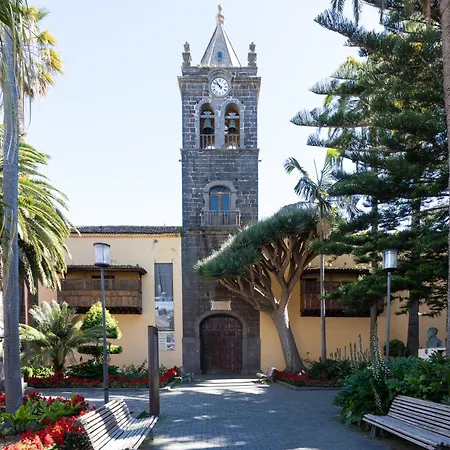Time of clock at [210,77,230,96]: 10:51
